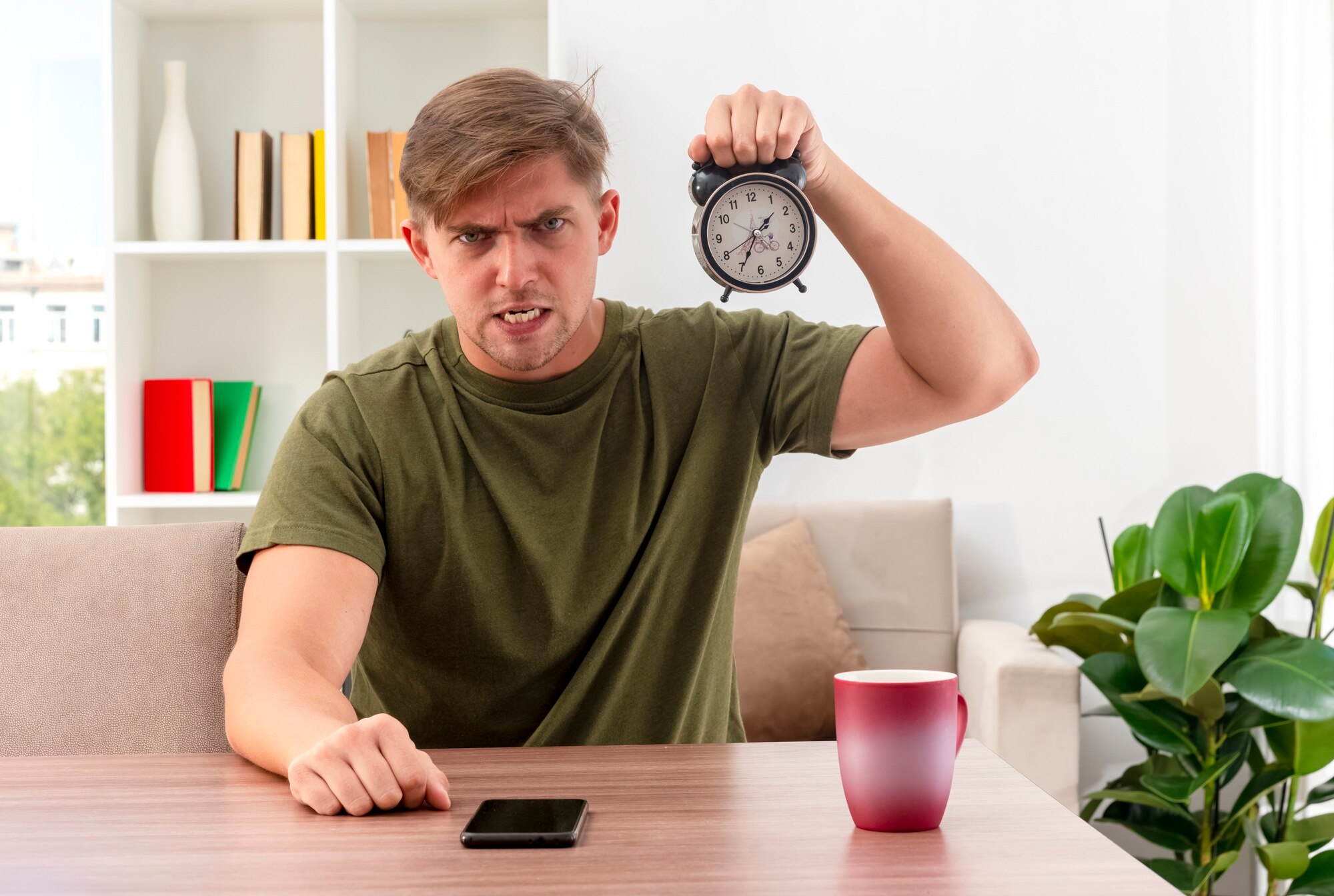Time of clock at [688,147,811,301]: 1:34
